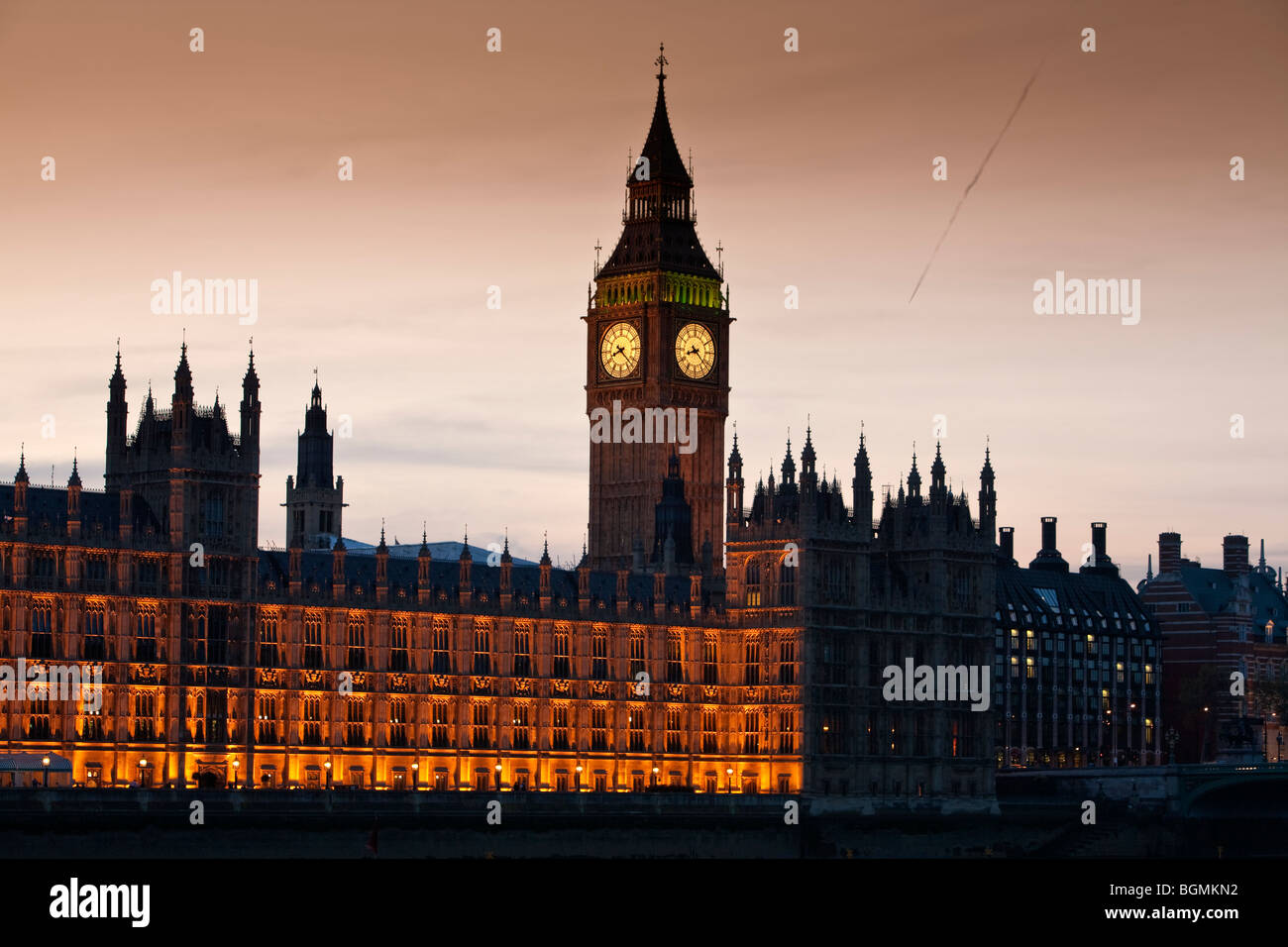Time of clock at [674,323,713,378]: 8:21
